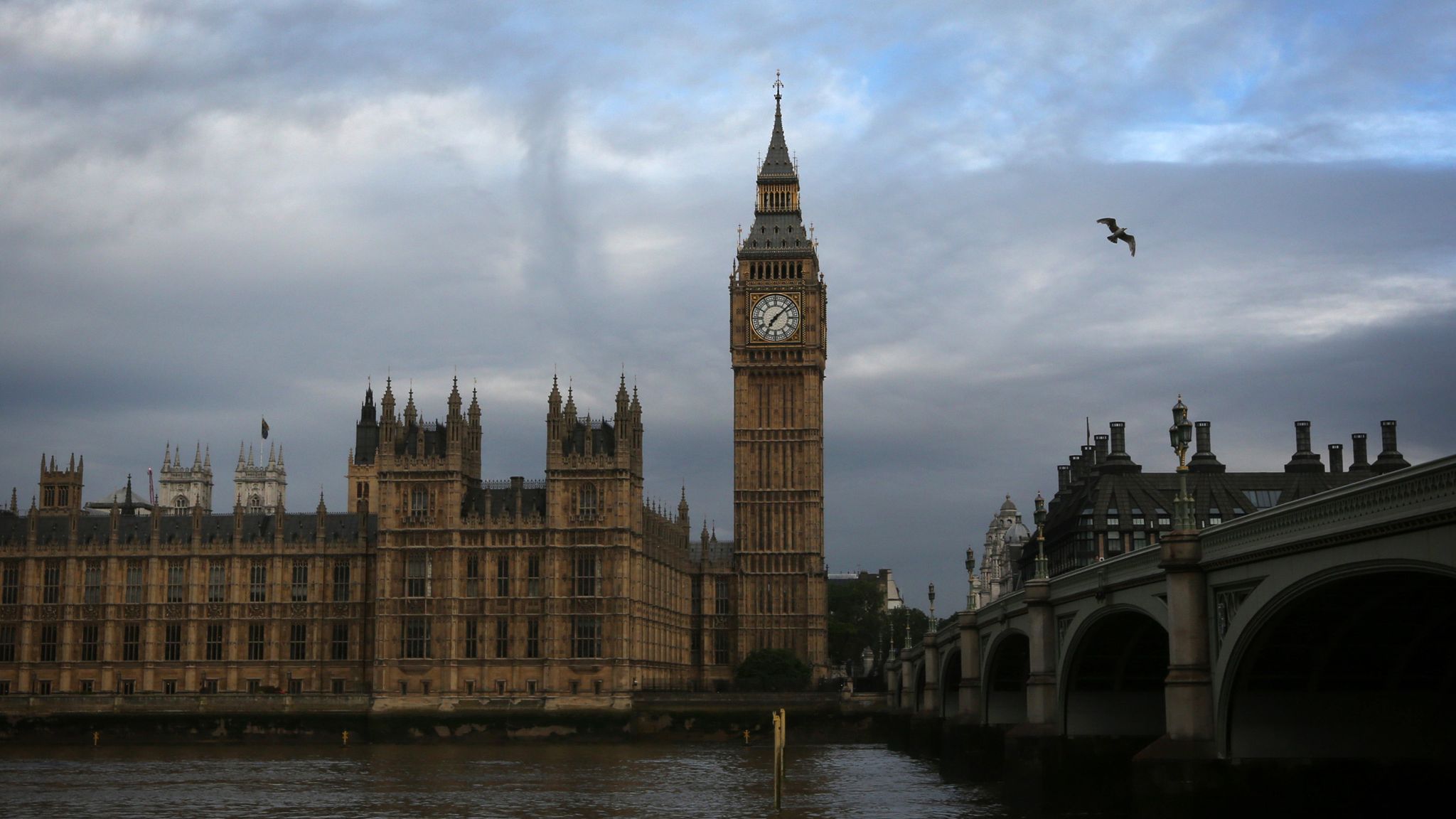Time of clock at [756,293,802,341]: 7:08
